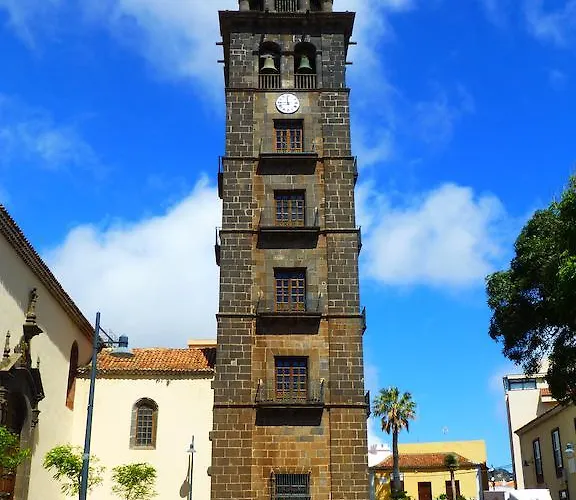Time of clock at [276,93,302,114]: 11:45
